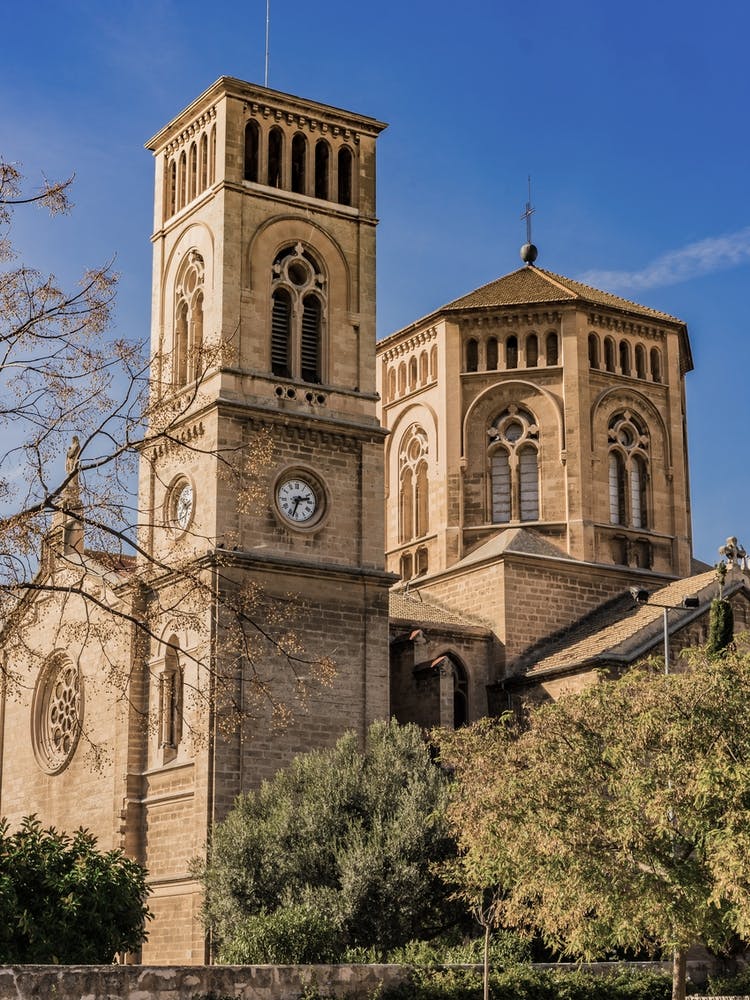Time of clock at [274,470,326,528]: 2:33
